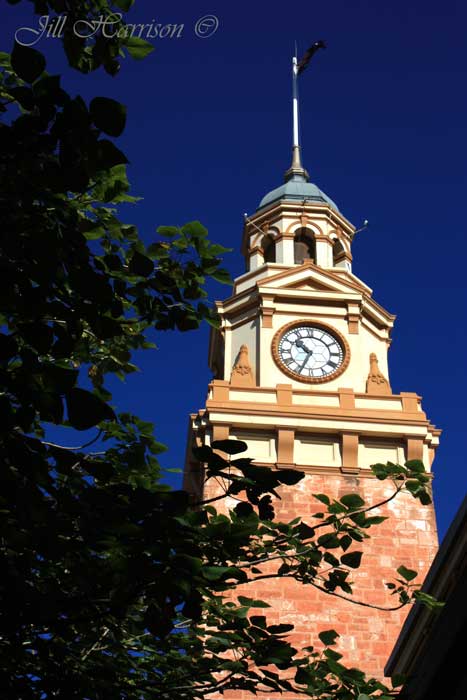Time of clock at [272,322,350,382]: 10:34
